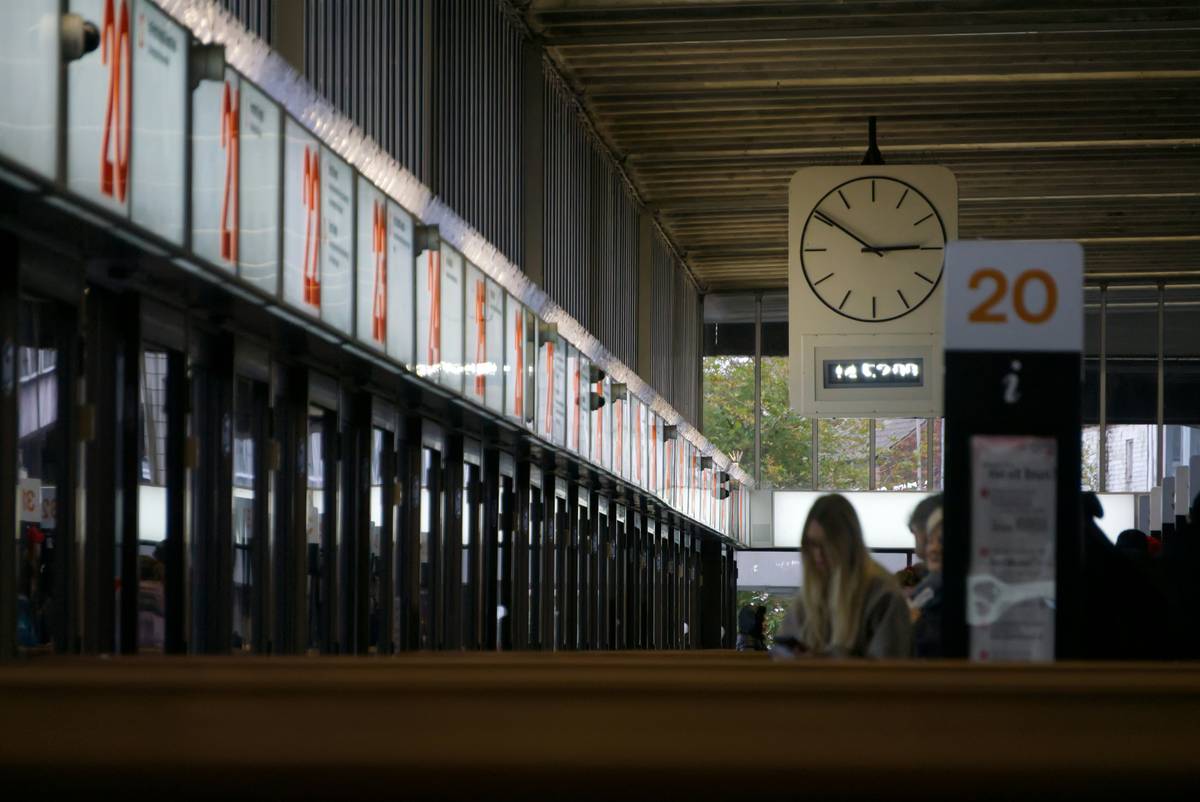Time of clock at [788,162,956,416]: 2:50
